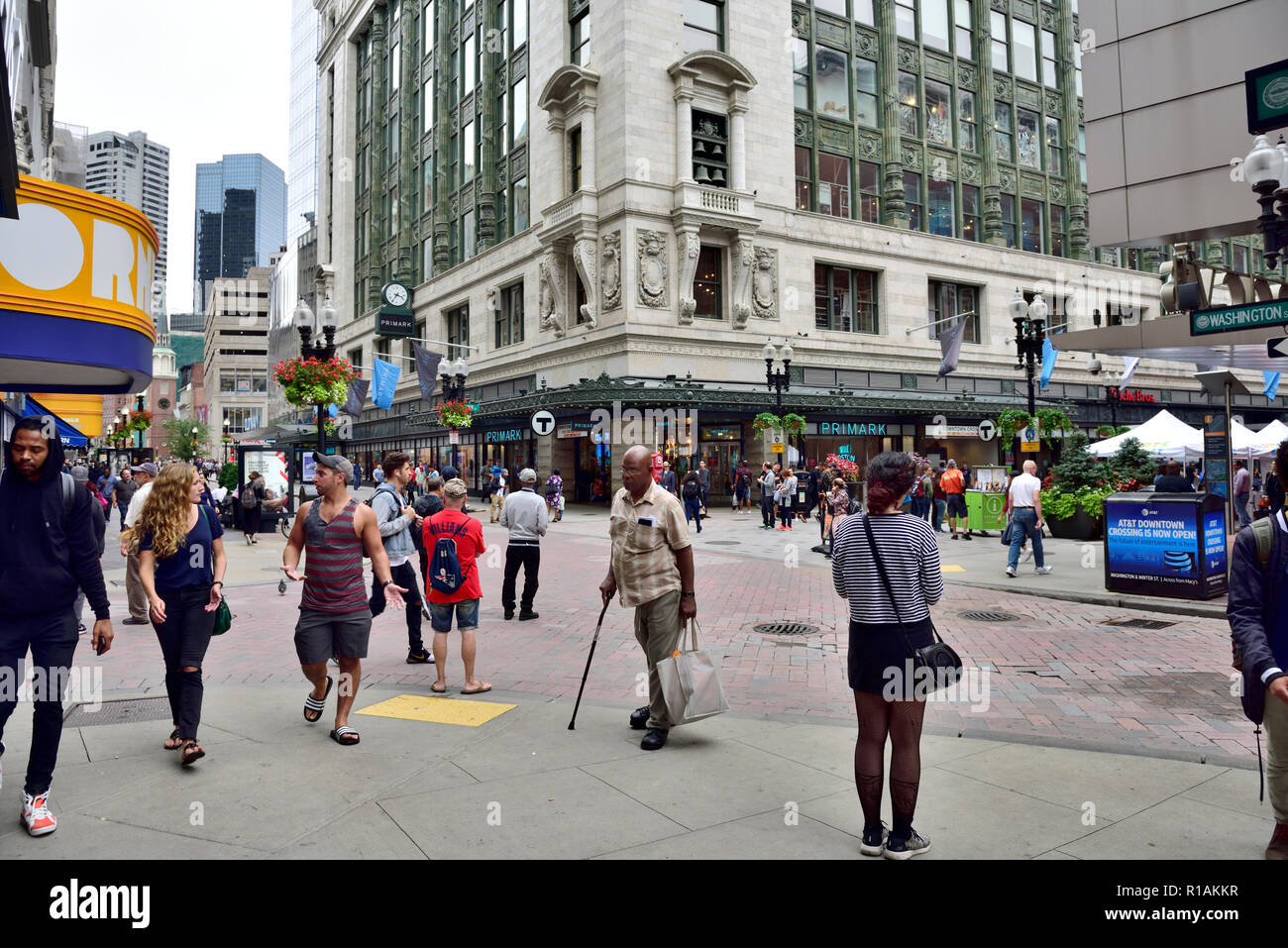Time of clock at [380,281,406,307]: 3:35
